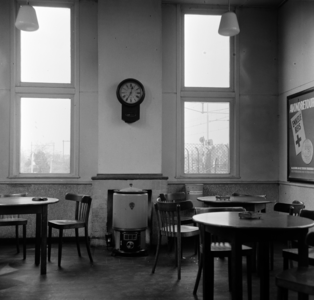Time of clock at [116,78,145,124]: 12:34
